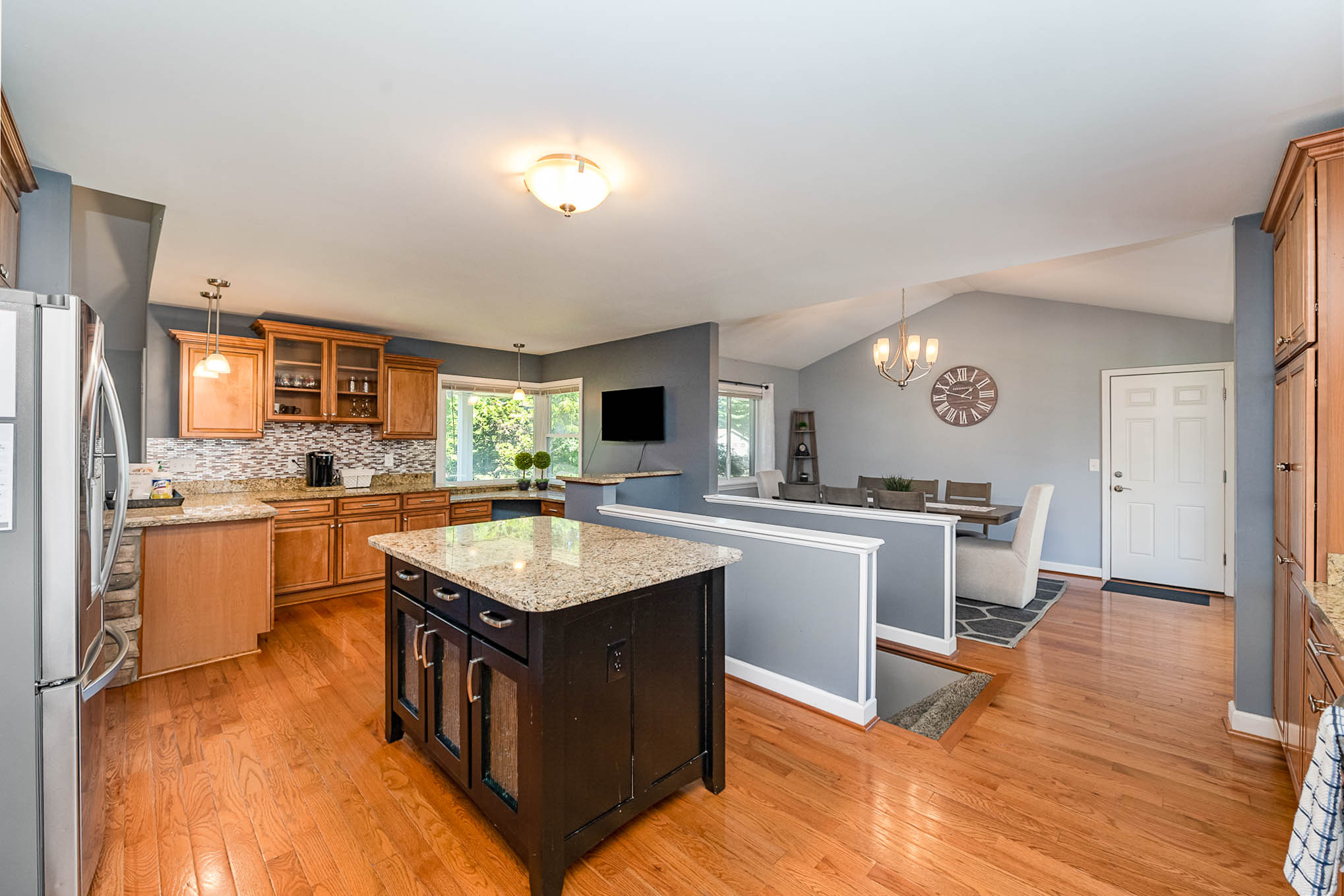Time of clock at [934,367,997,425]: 1:47
